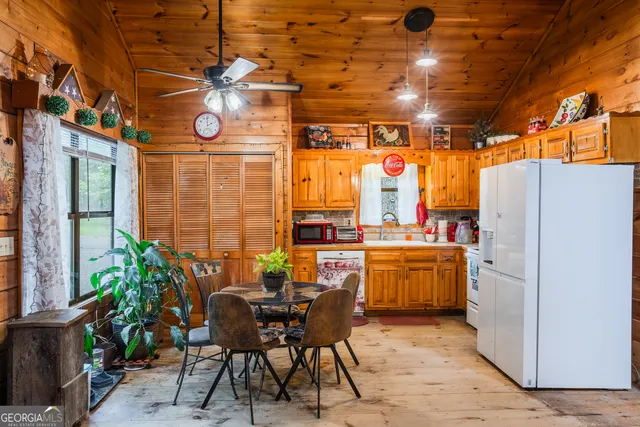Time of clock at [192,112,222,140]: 1:59
